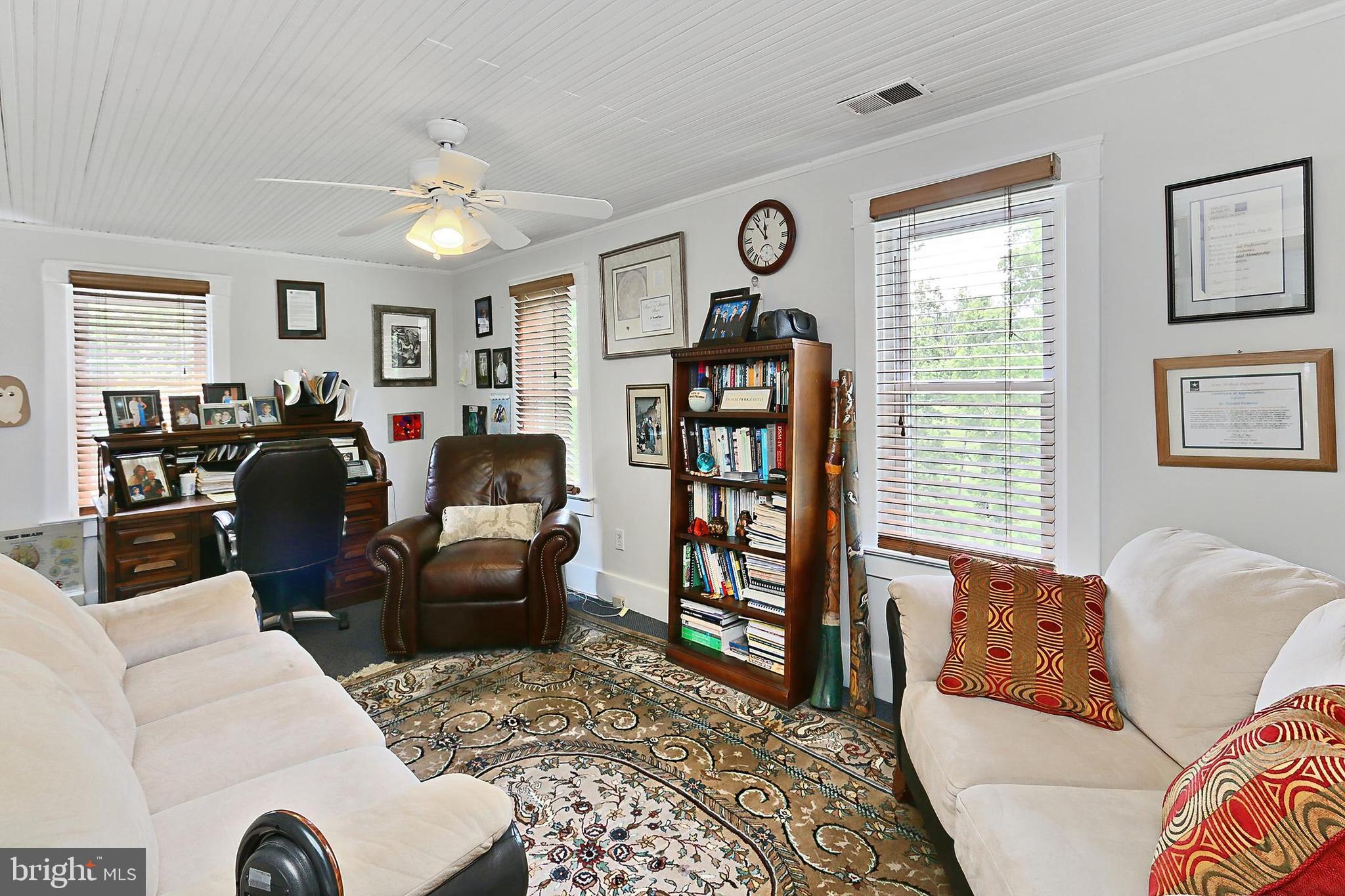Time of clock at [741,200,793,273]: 11:53
